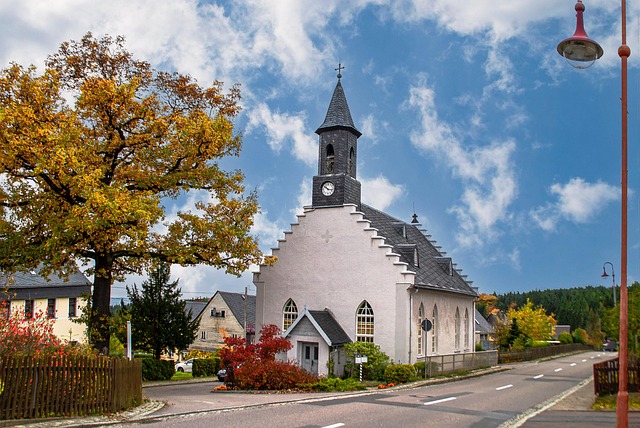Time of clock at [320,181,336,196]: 10:17
